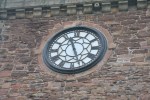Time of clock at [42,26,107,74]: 11:26
